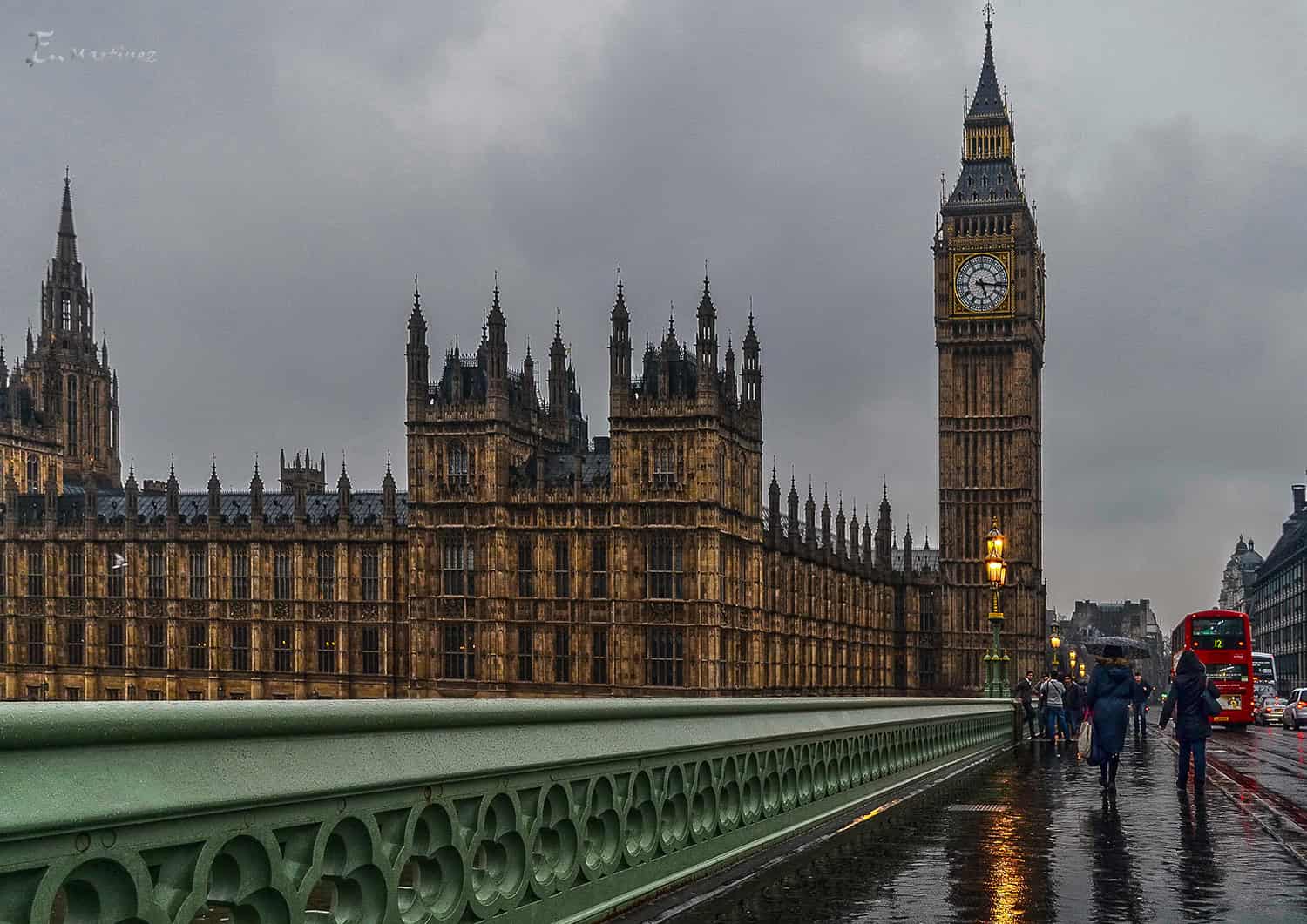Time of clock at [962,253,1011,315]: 5:16
